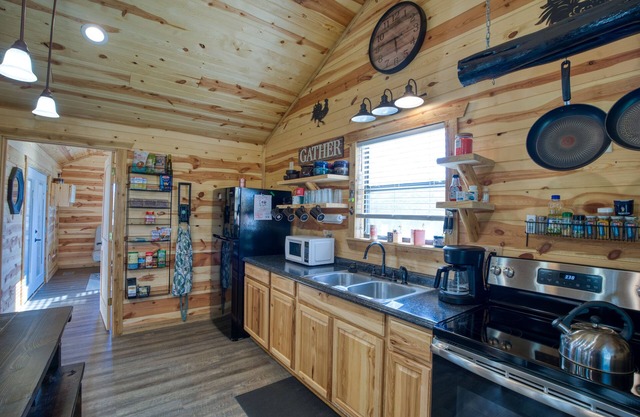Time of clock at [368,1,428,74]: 5:45
